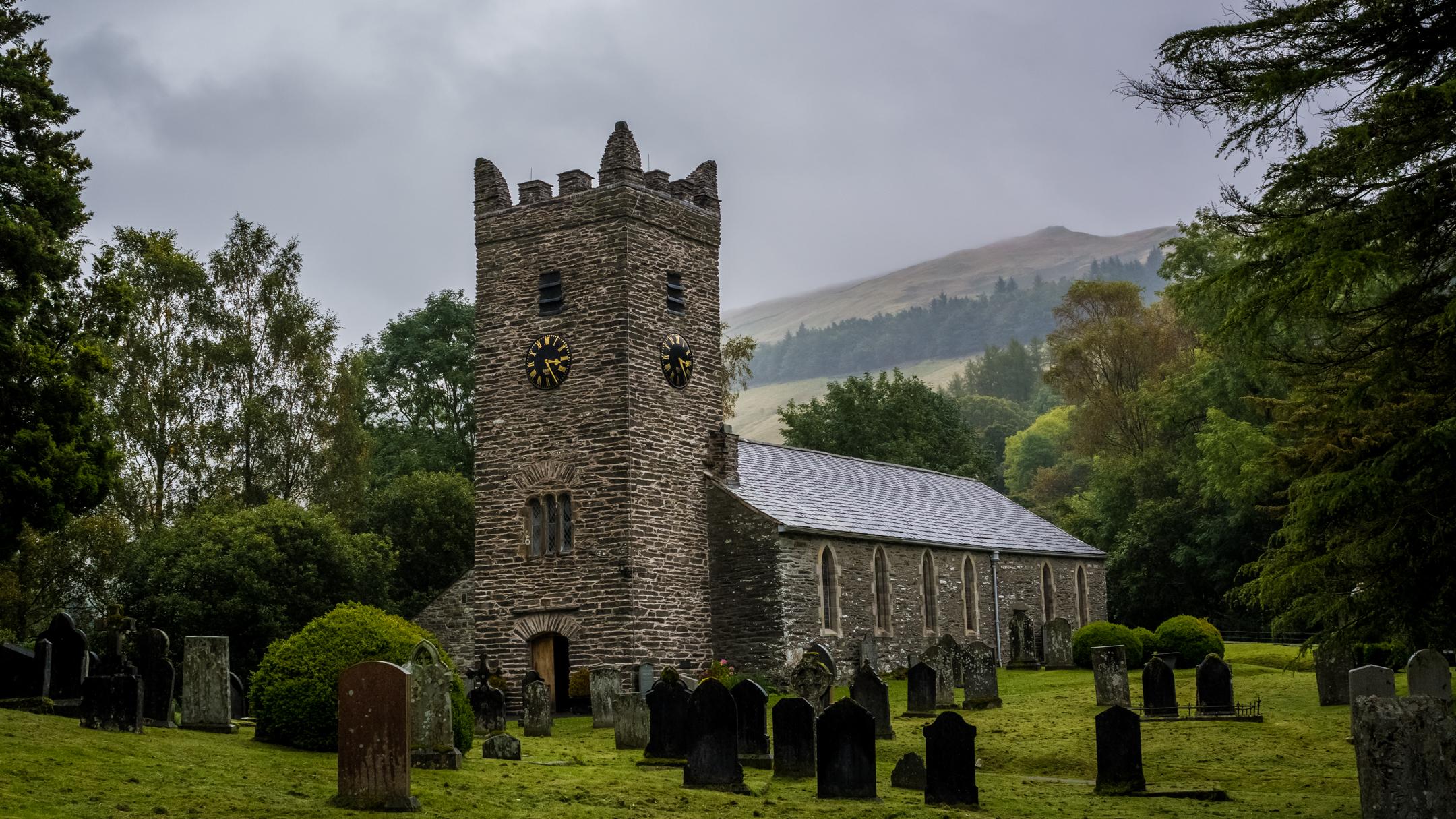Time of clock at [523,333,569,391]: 3:25
